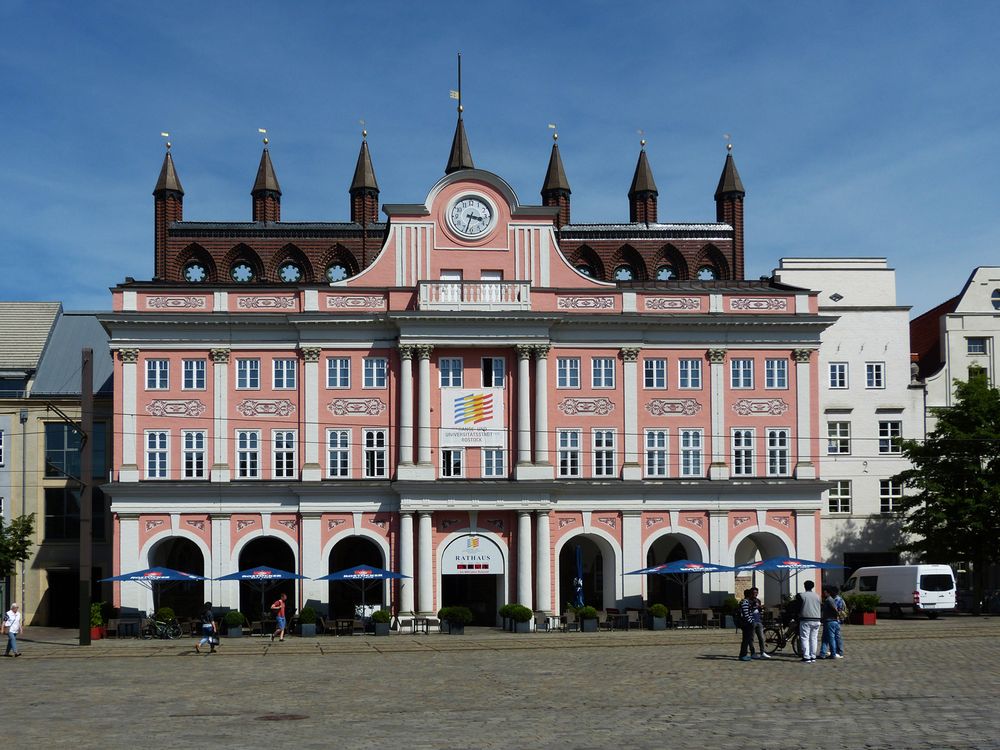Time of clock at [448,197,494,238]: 3:32
